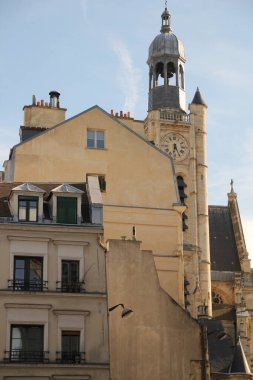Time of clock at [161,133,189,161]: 6:25
